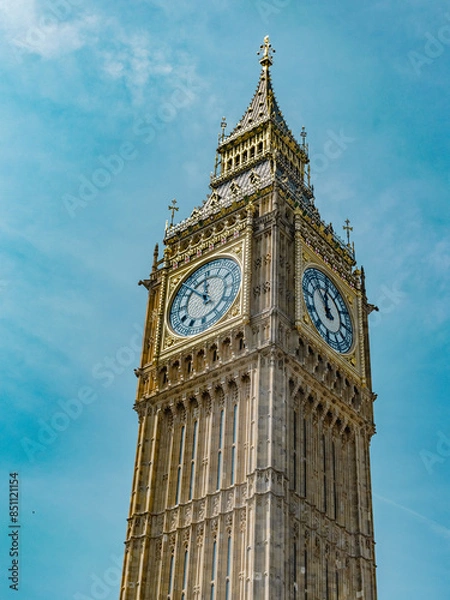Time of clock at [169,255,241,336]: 11:52
